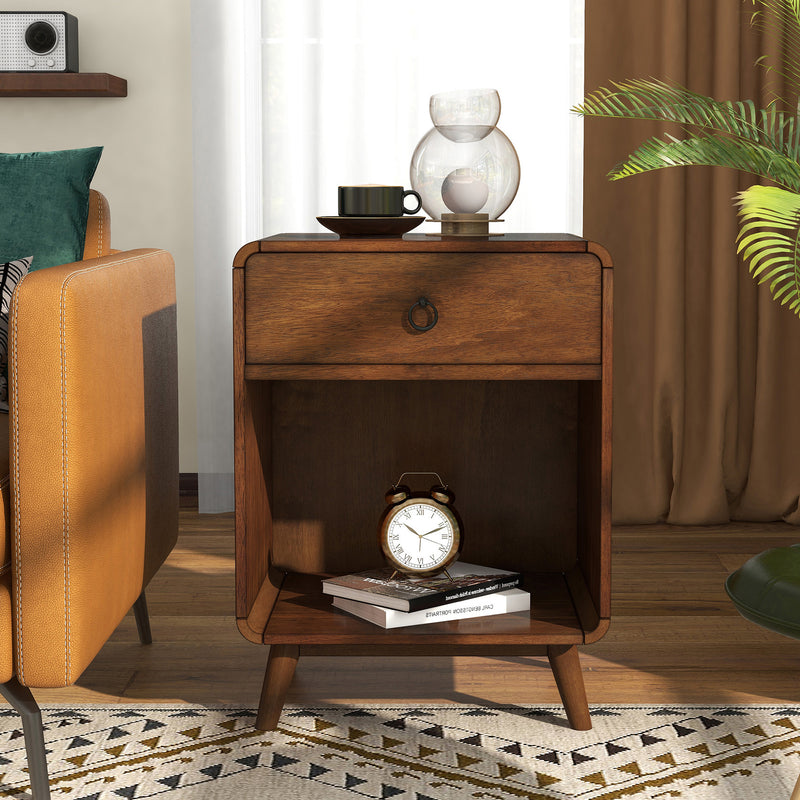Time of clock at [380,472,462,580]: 10:11
